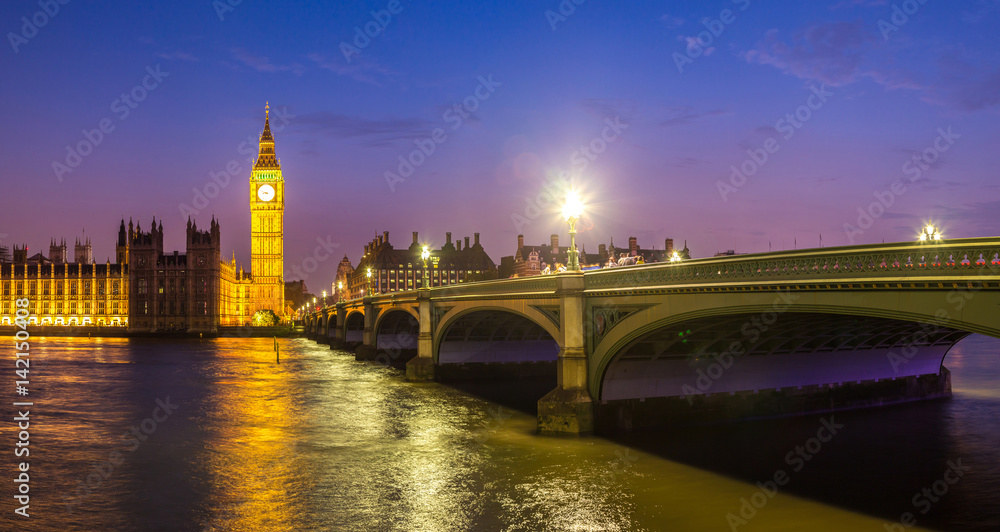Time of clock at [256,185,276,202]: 8:48
